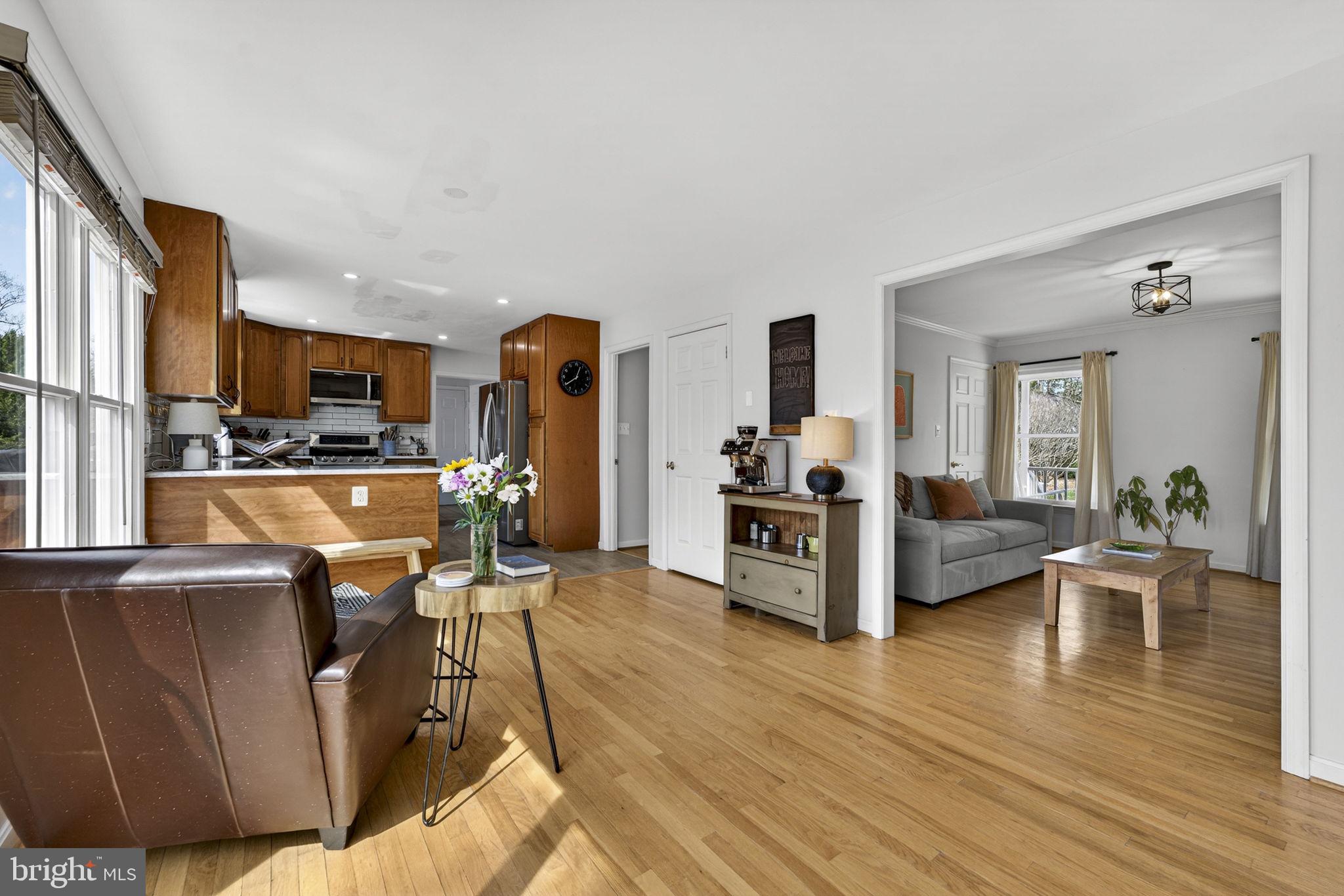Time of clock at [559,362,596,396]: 12:39
